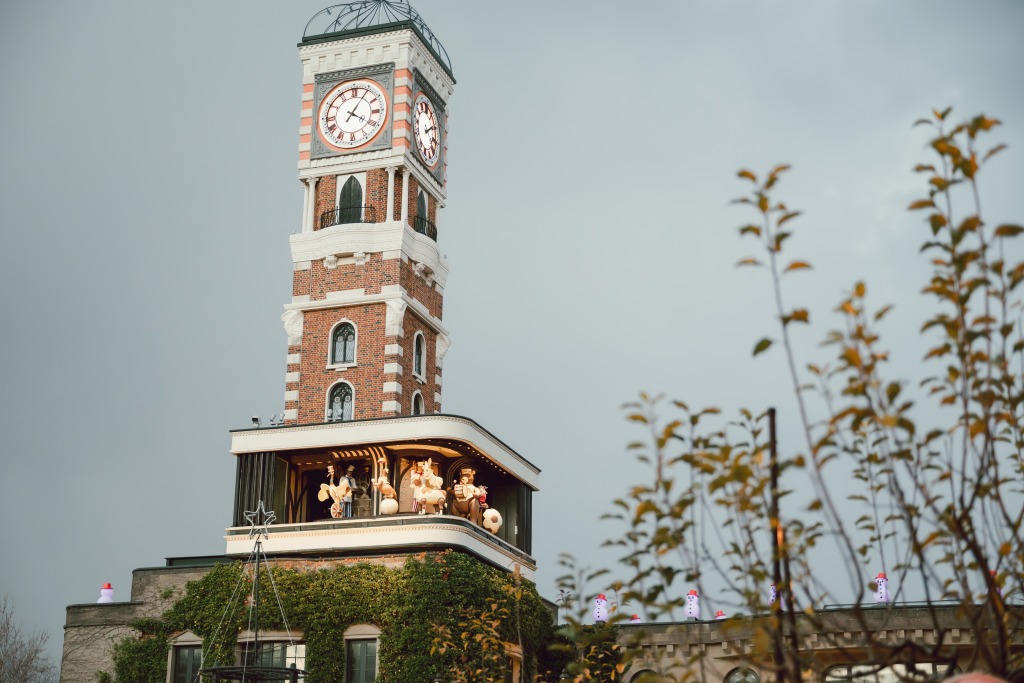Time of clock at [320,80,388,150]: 4:05
